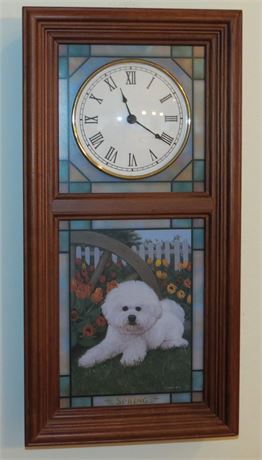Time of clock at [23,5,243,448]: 11:19
